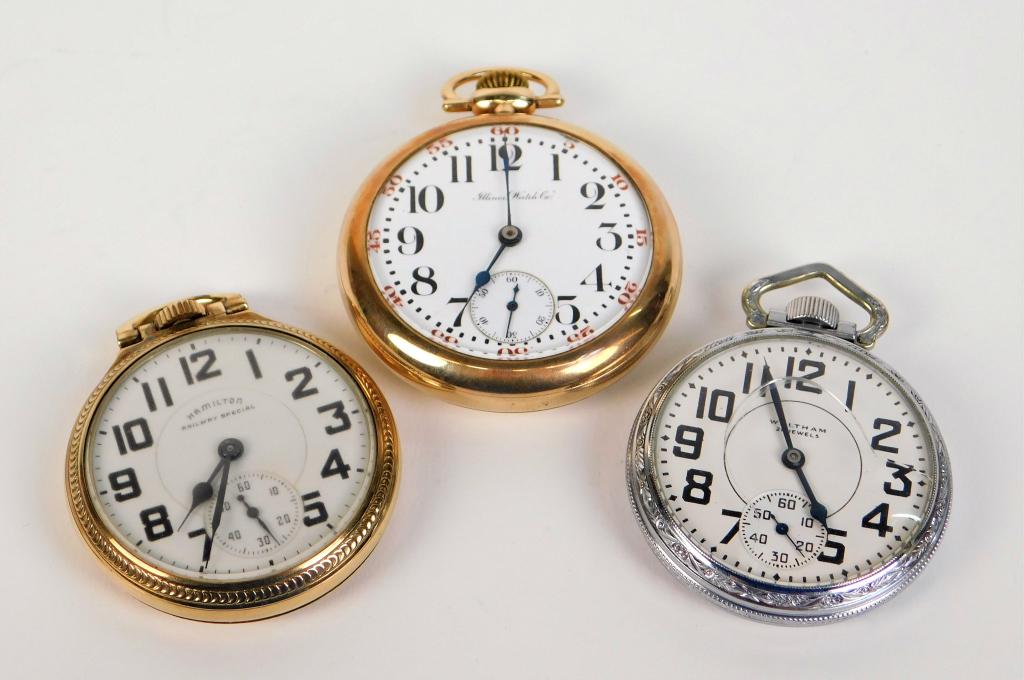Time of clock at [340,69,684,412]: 7:00
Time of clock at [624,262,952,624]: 4:56
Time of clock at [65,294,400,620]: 7:34
